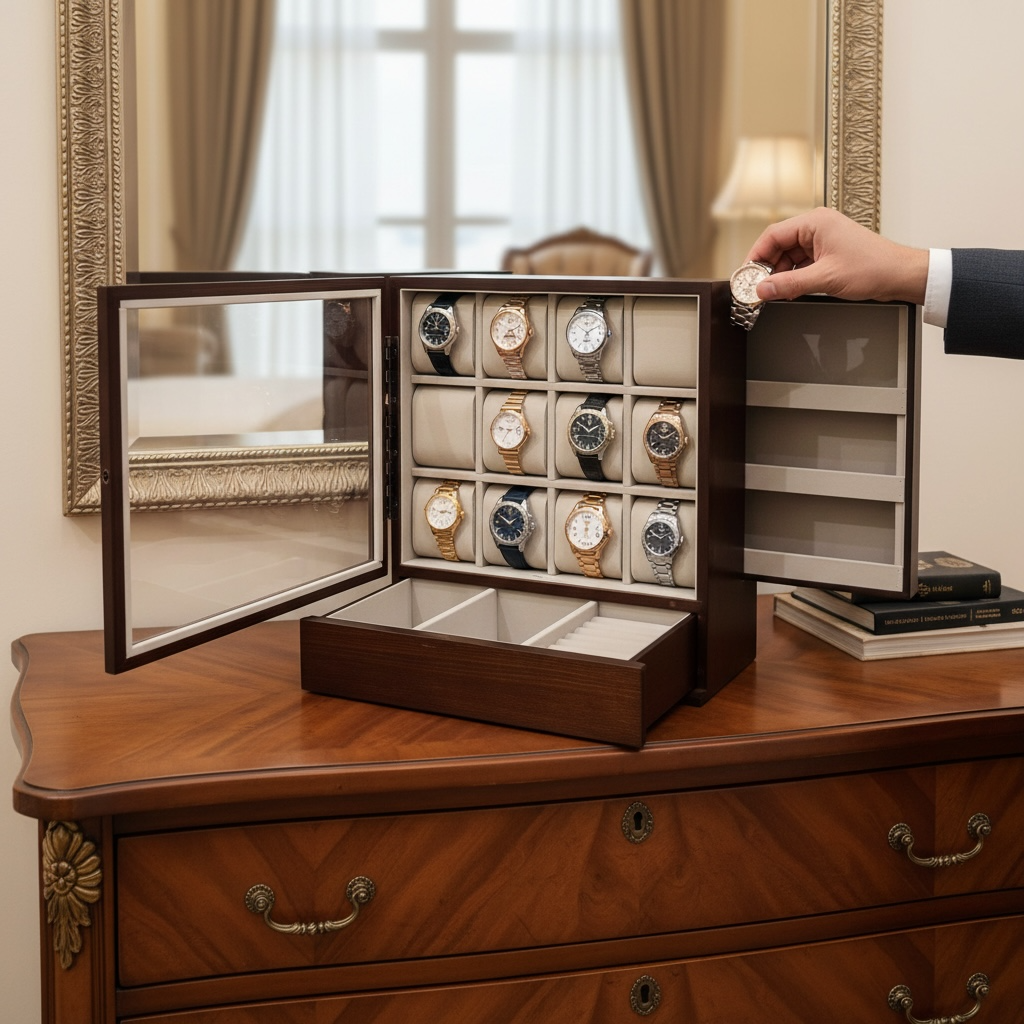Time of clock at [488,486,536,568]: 1:50
